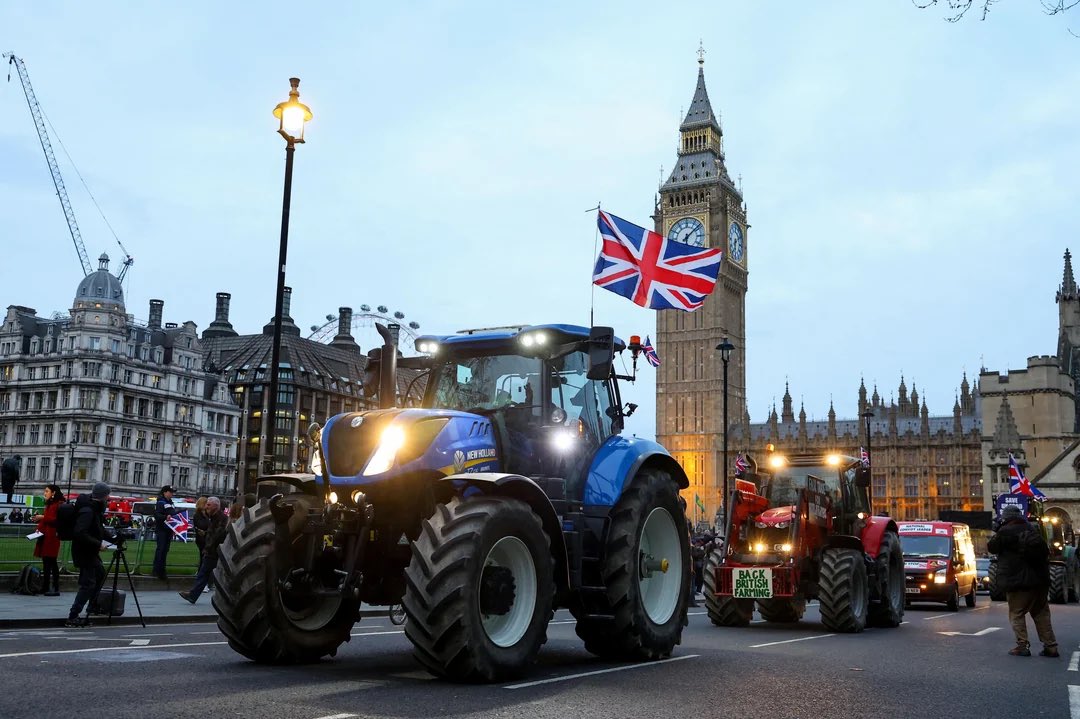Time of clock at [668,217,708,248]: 6:08
